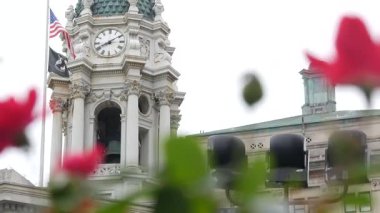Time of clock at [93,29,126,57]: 8:09
